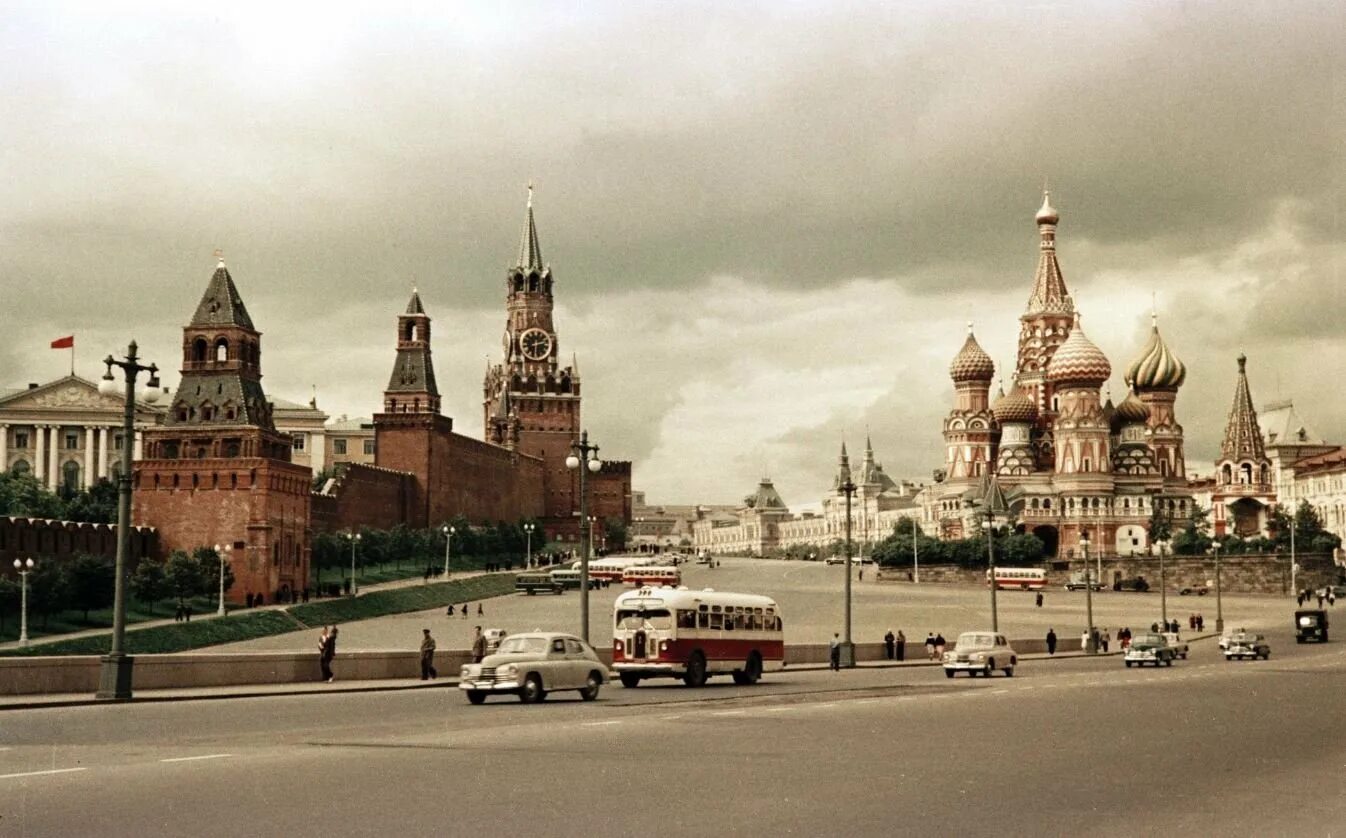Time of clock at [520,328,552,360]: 2:29
